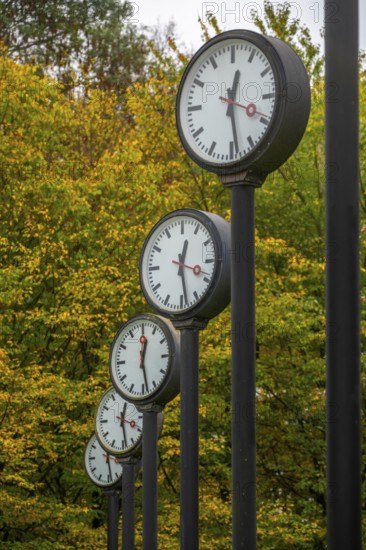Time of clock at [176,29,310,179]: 12:28
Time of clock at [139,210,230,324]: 12:28
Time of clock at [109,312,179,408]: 12:28
